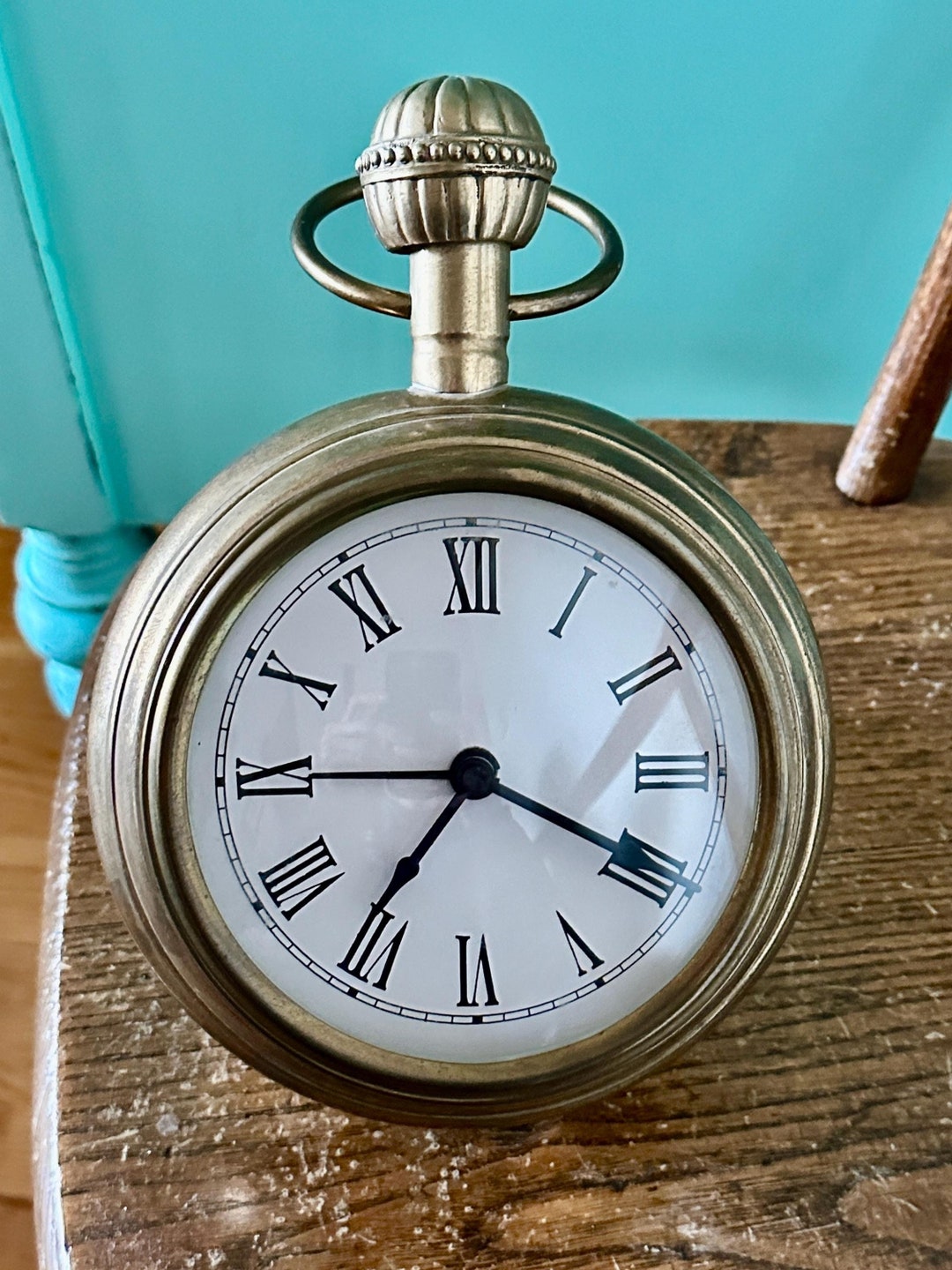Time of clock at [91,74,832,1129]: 7:19
